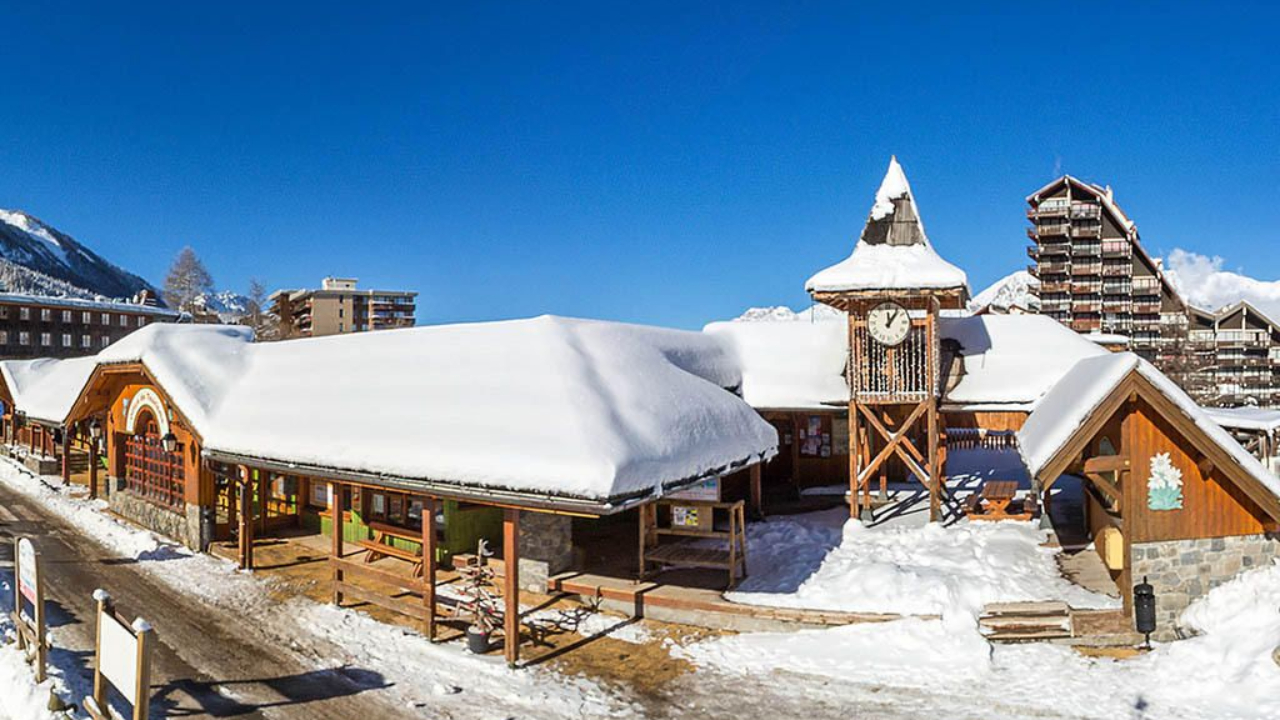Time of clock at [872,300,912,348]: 12:06
